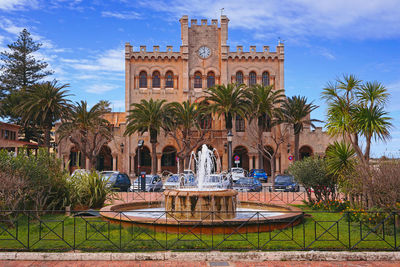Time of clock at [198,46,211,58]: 11:40
